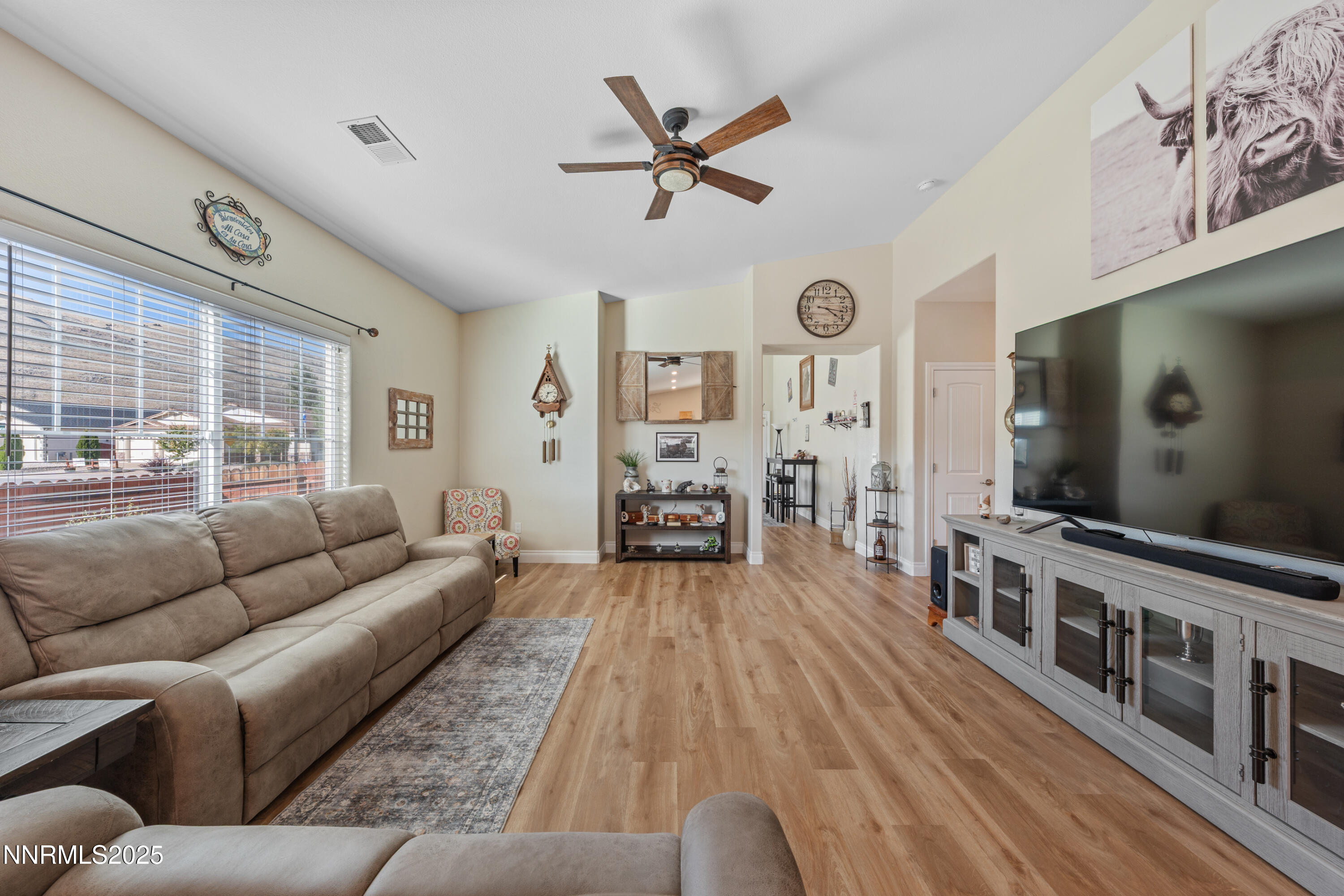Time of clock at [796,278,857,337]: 4:16
